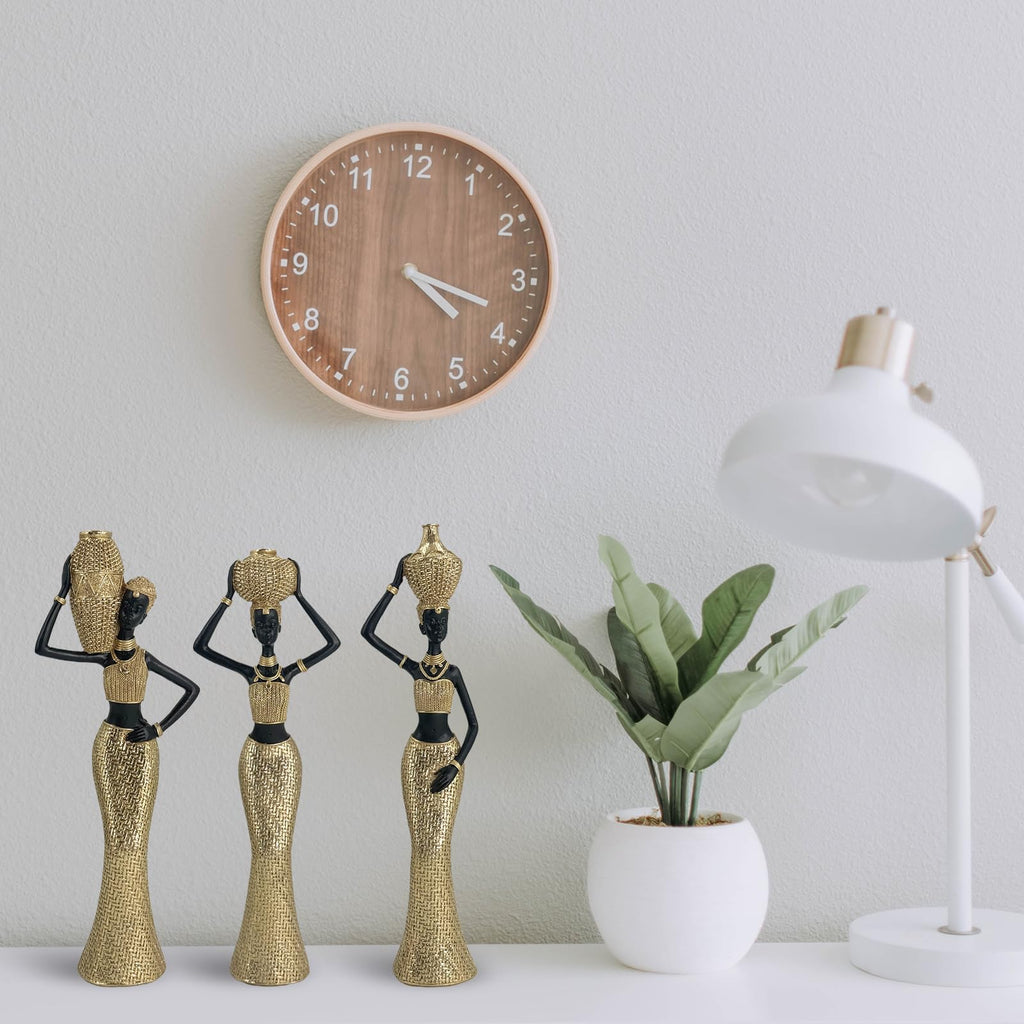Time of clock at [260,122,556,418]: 4:18
